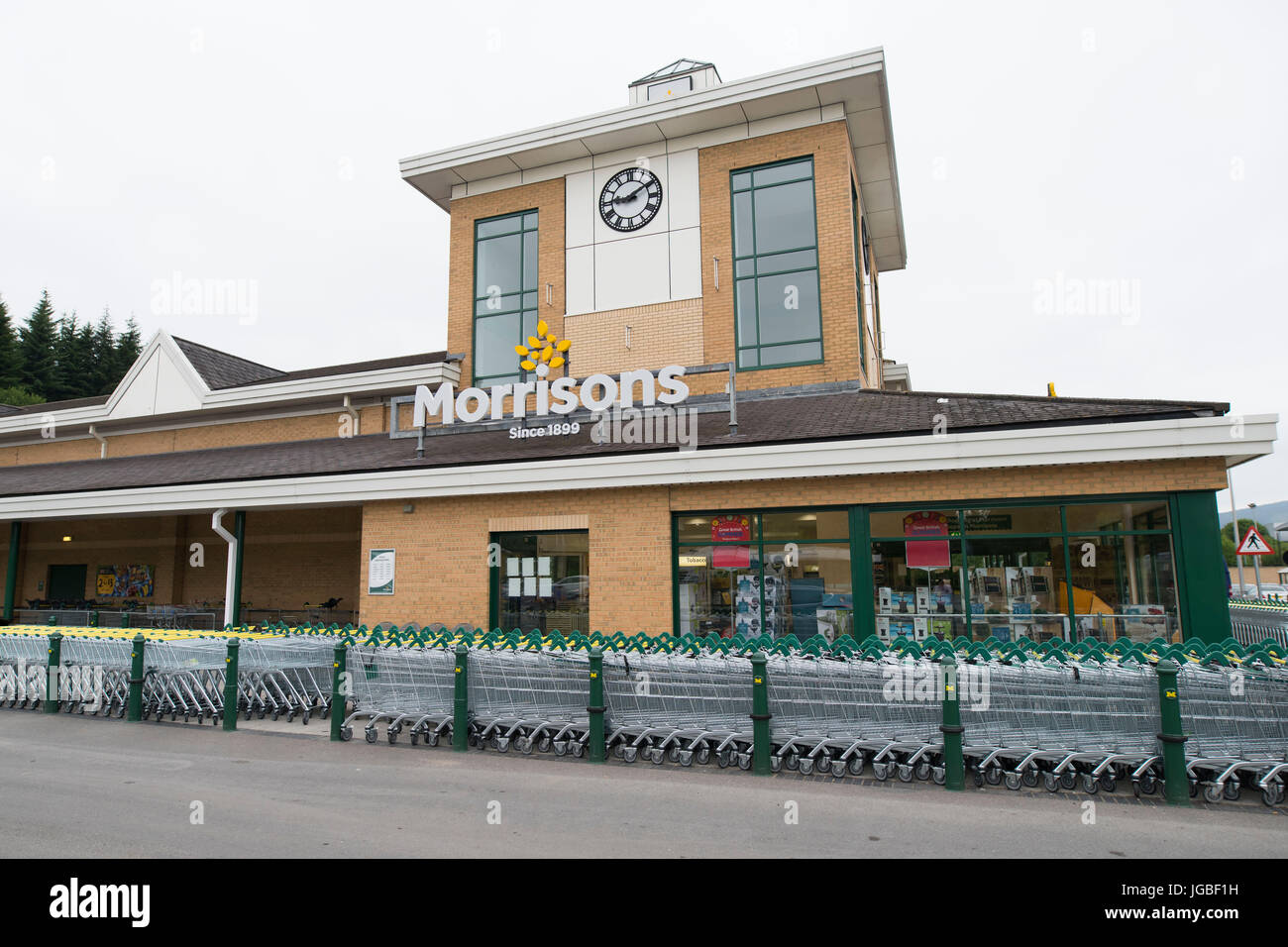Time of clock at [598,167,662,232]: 9:09
